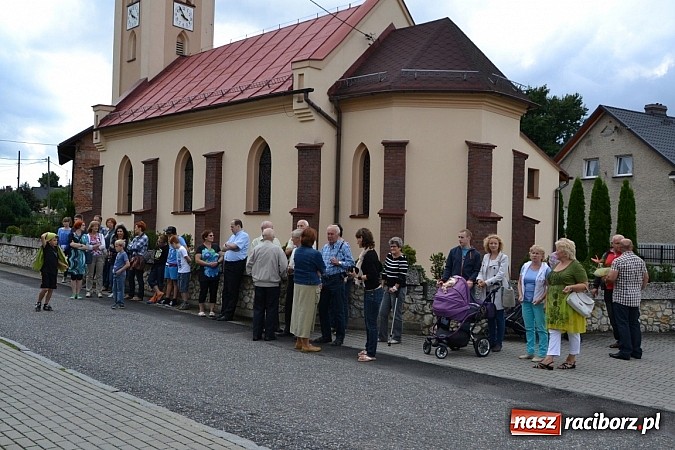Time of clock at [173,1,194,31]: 3:54
